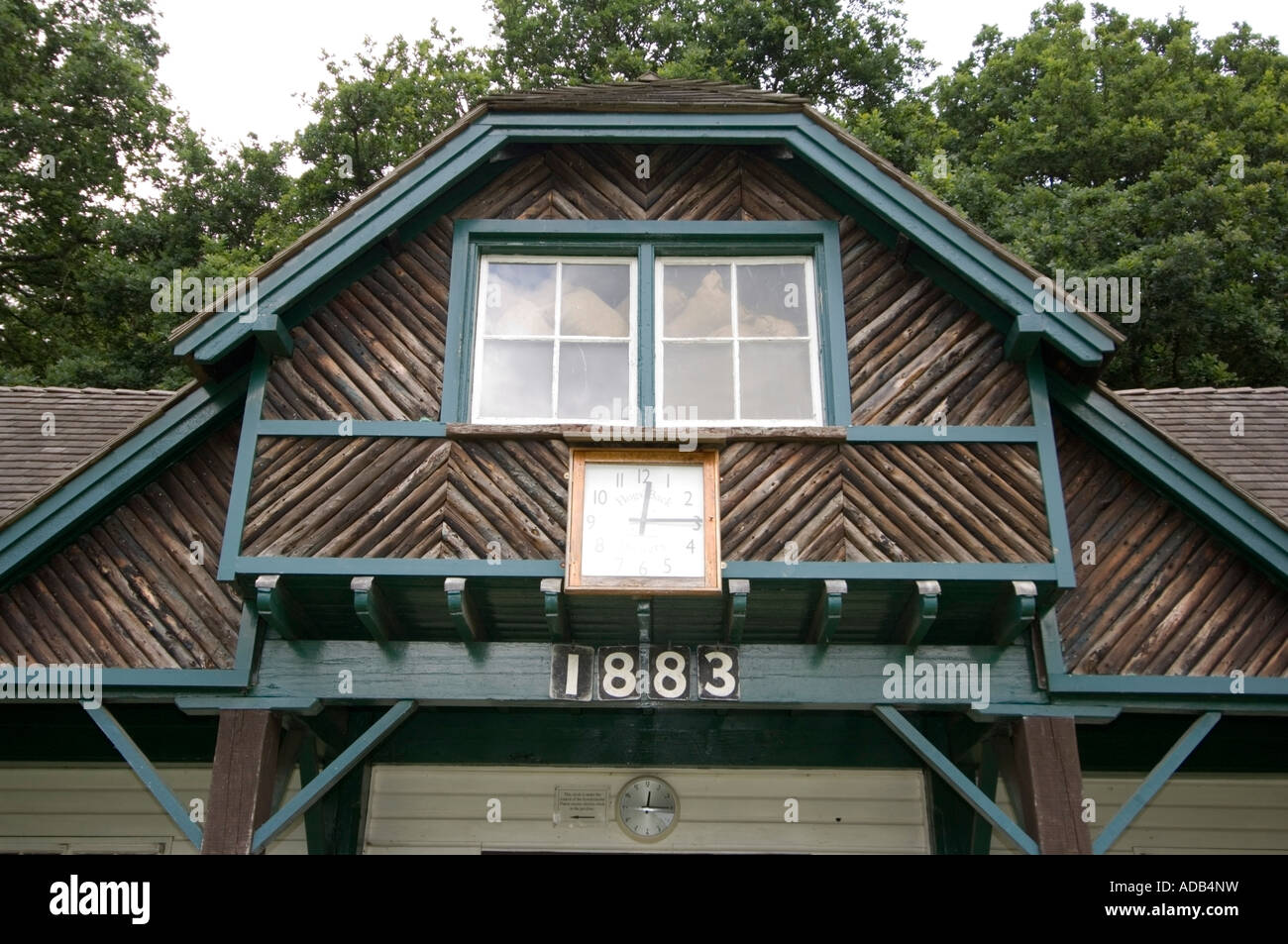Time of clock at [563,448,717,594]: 12:14
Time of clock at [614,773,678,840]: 12:15
